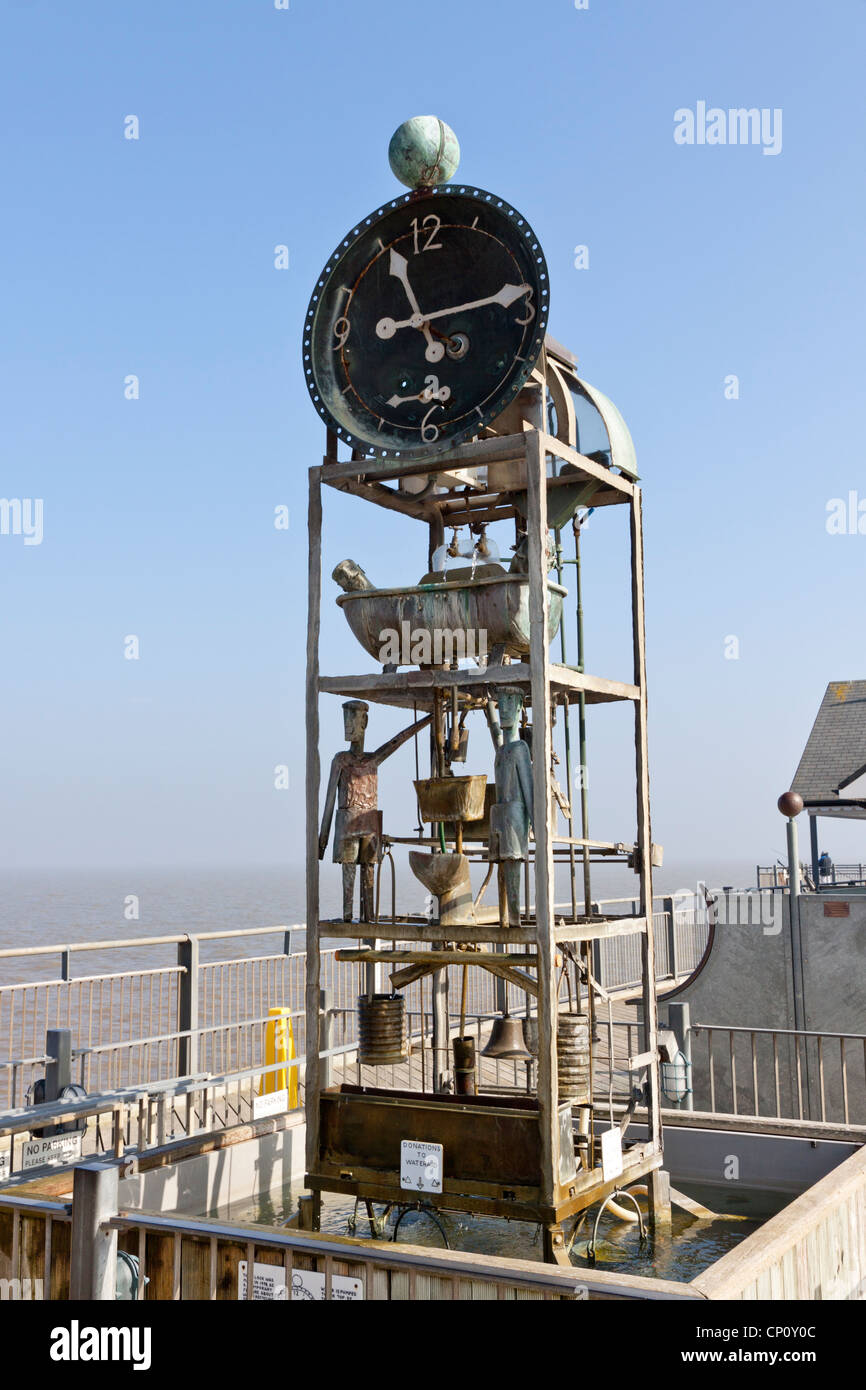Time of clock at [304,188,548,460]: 11:13
